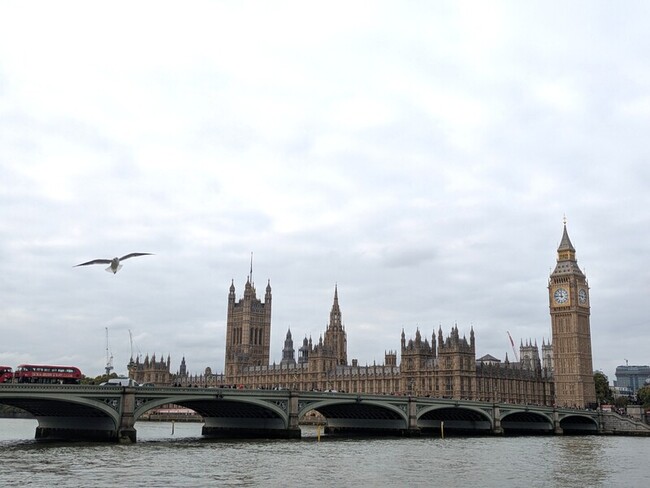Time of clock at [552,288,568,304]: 11:46
